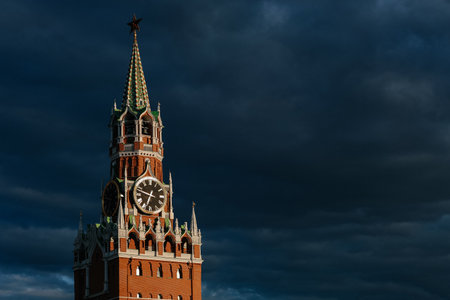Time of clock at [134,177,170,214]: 6:47
